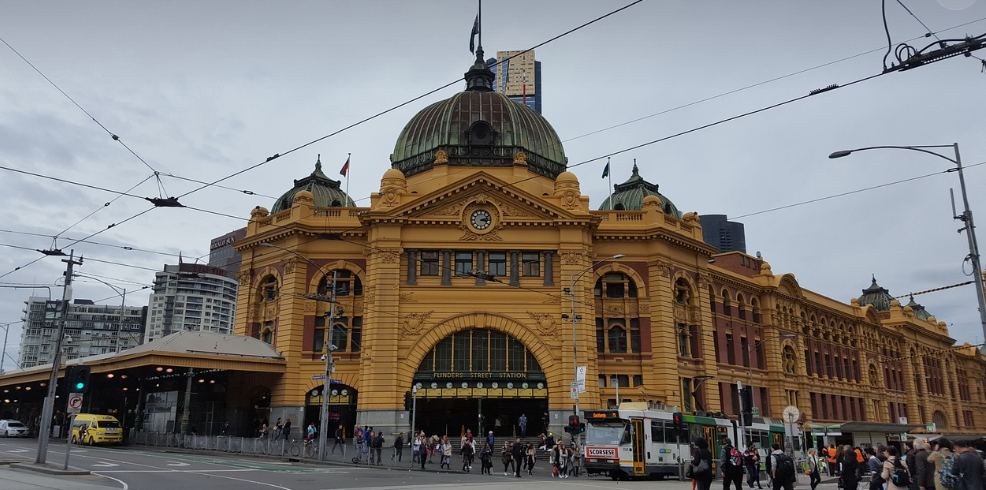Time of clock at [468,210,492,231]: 3:12
